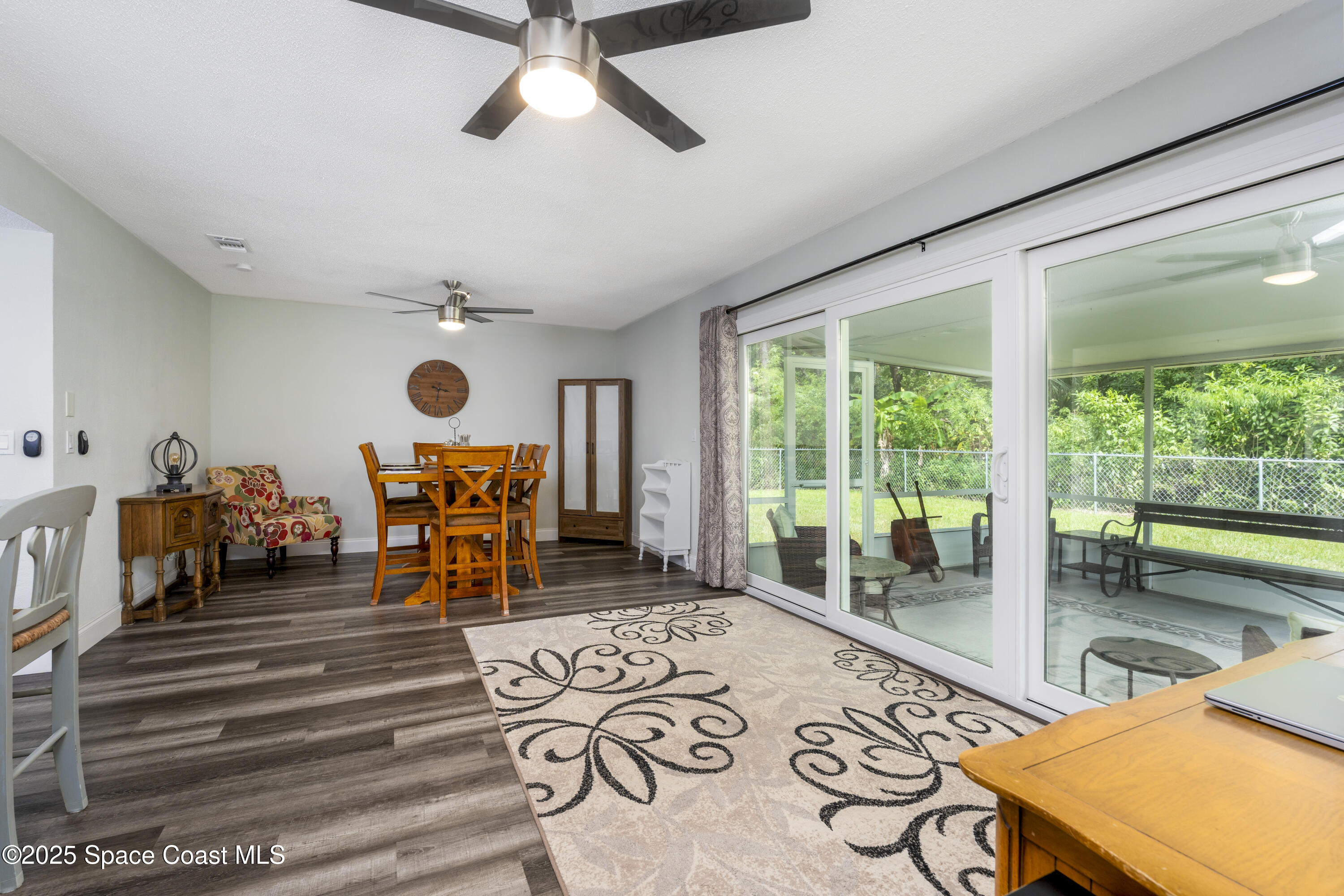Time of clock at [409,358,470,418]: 3:31
